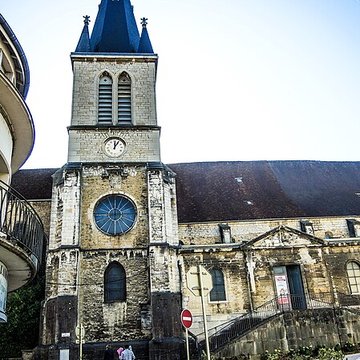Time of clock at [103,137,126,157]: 12:06
